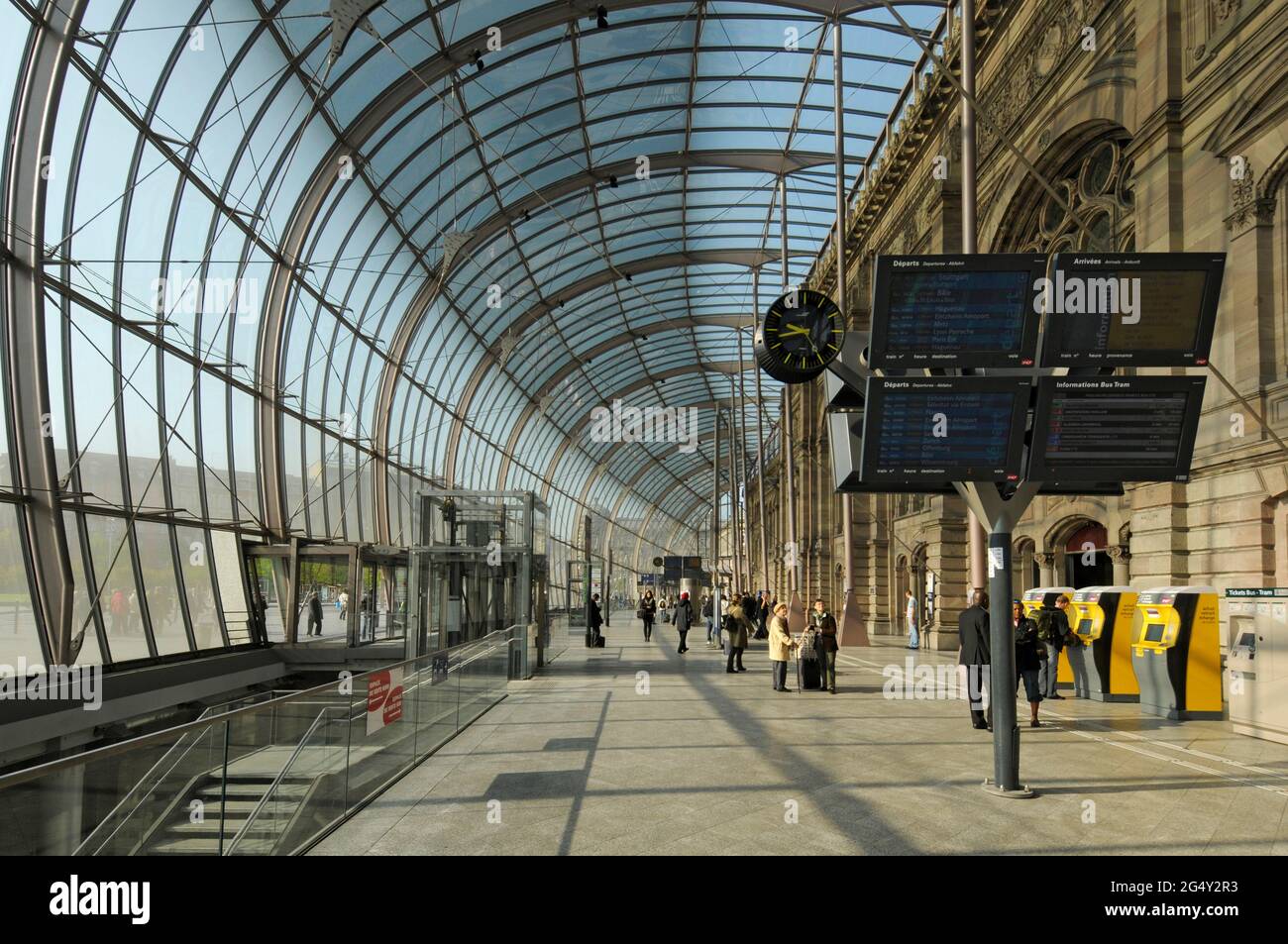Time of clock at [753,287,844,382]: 9:42
